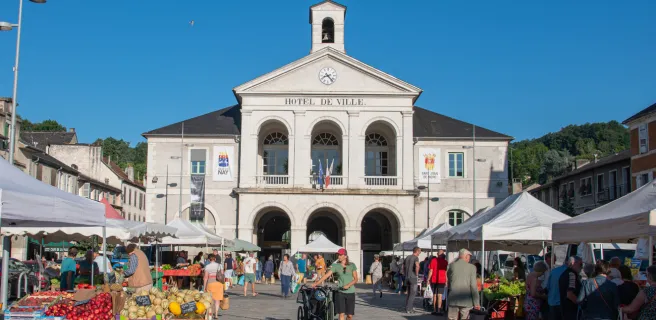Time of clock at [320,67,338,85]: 8:23
